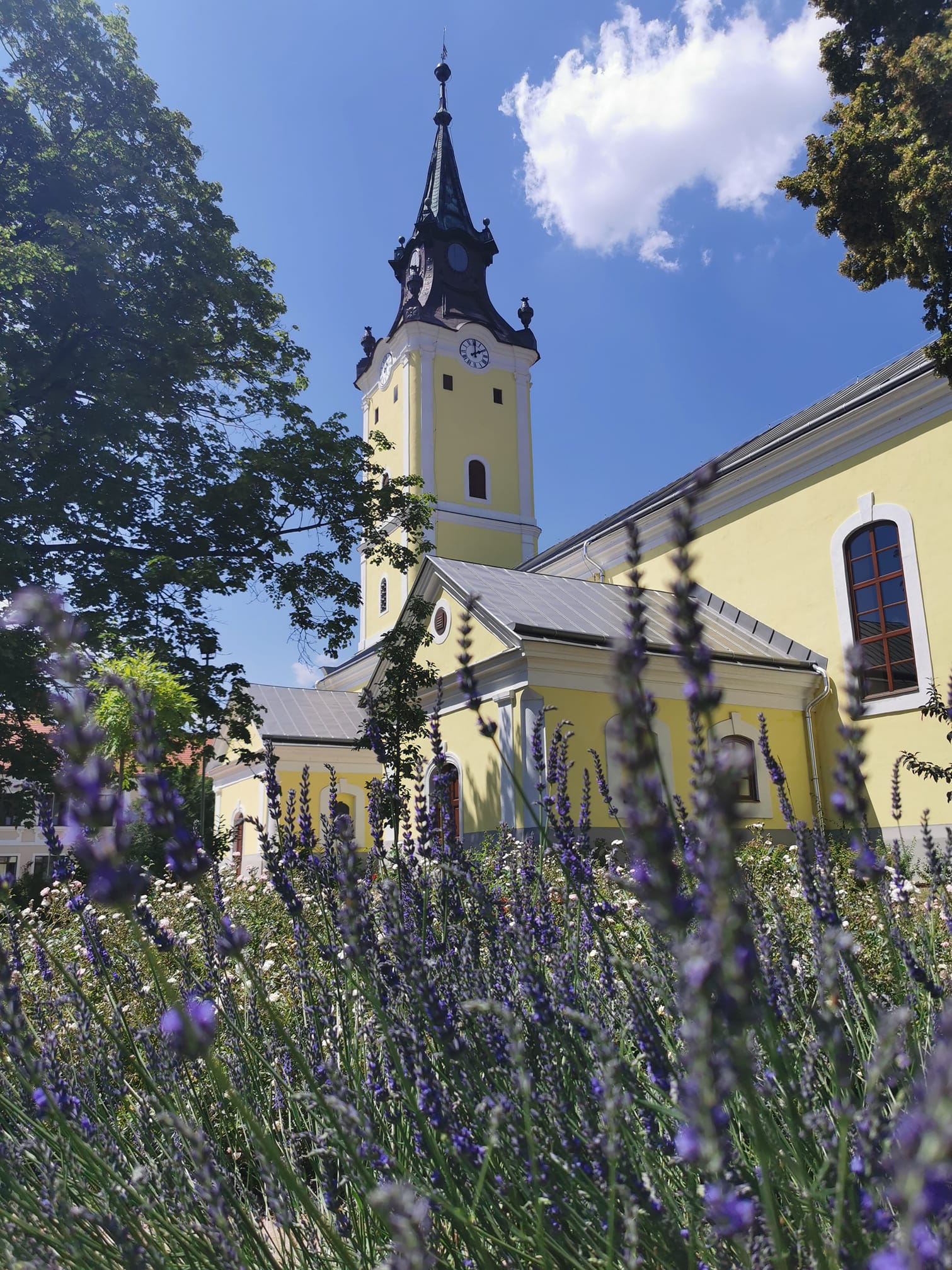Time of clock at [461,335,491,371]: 2:00
